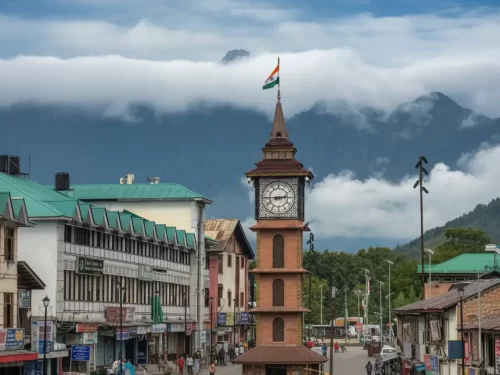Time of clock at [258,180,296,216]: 2:45
